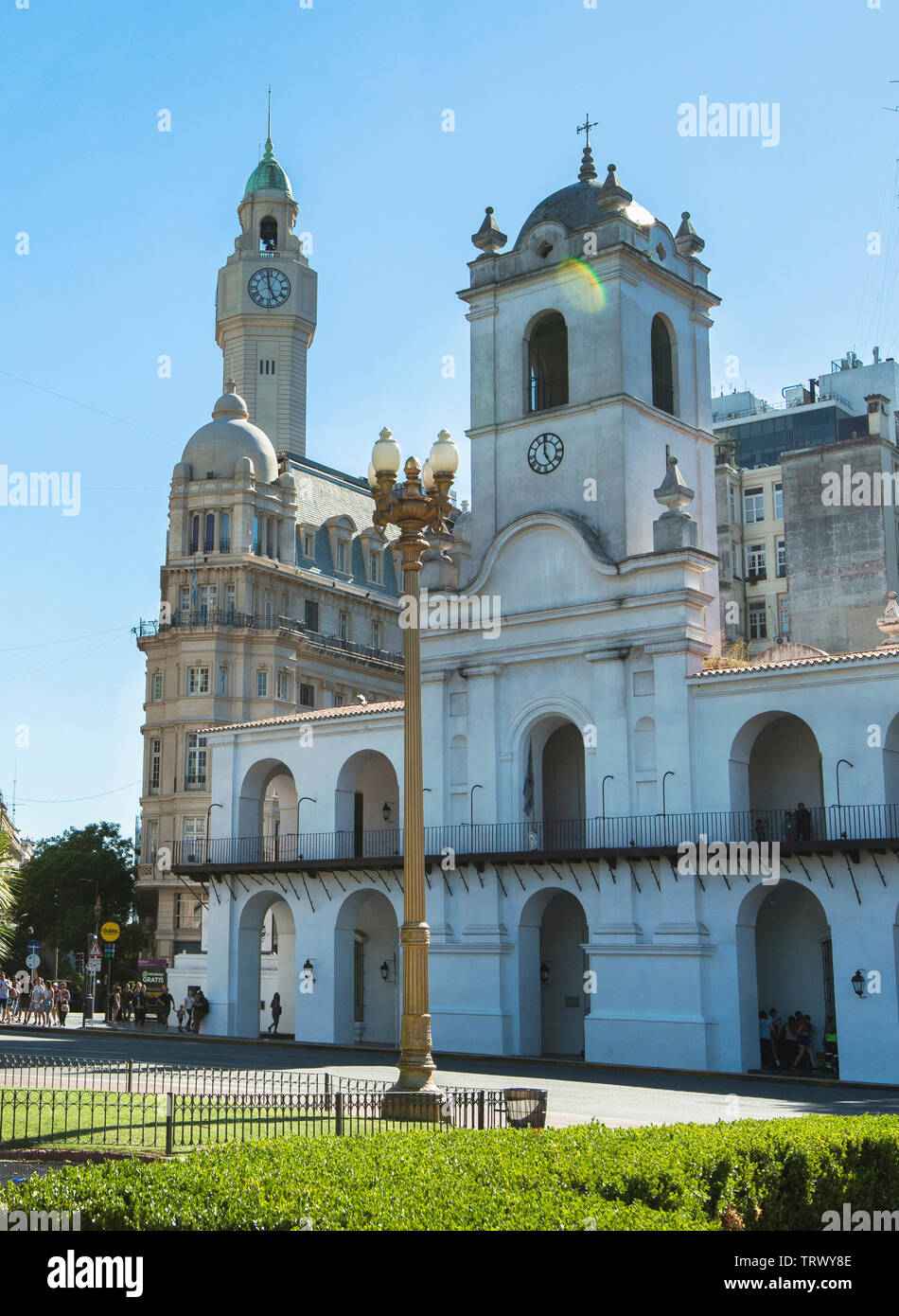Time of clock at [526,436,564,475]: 4:59
